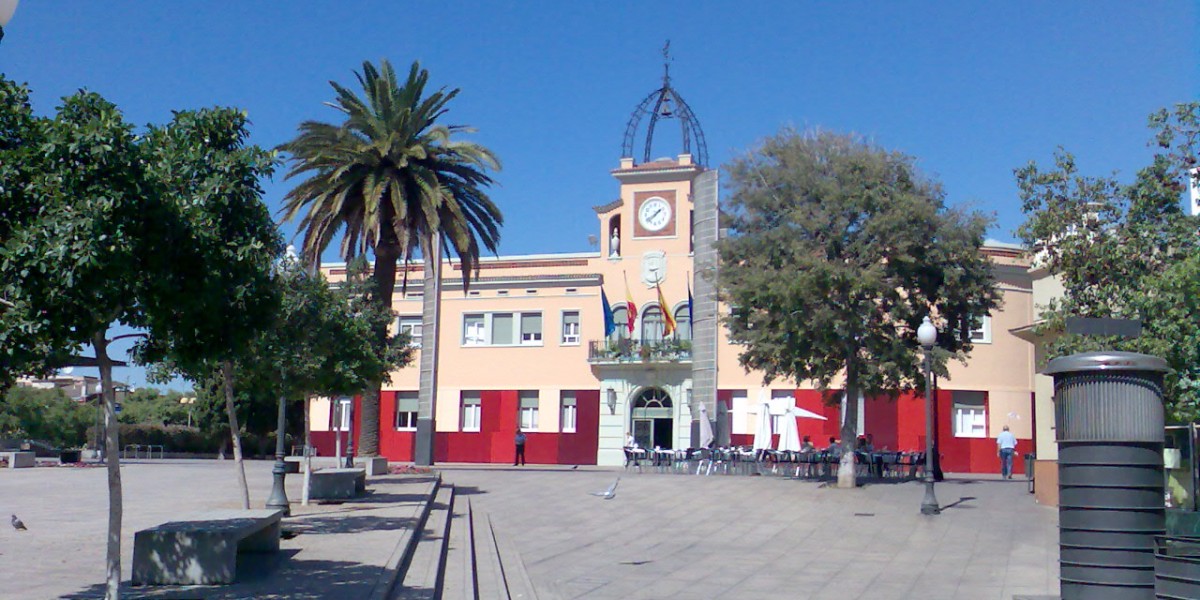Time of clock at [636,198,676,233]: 1:38
